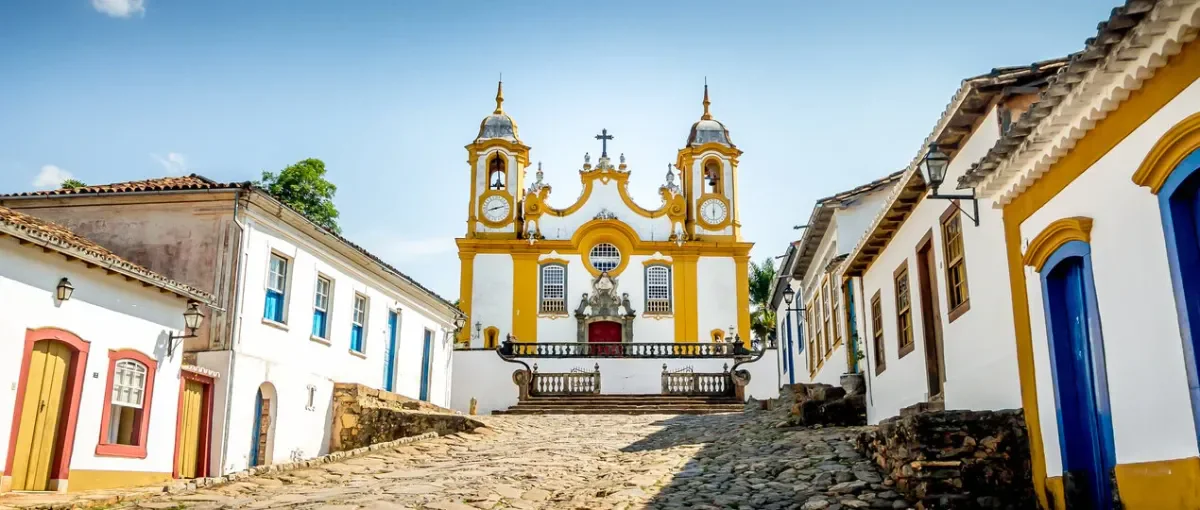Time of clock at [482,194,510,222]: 8:12
